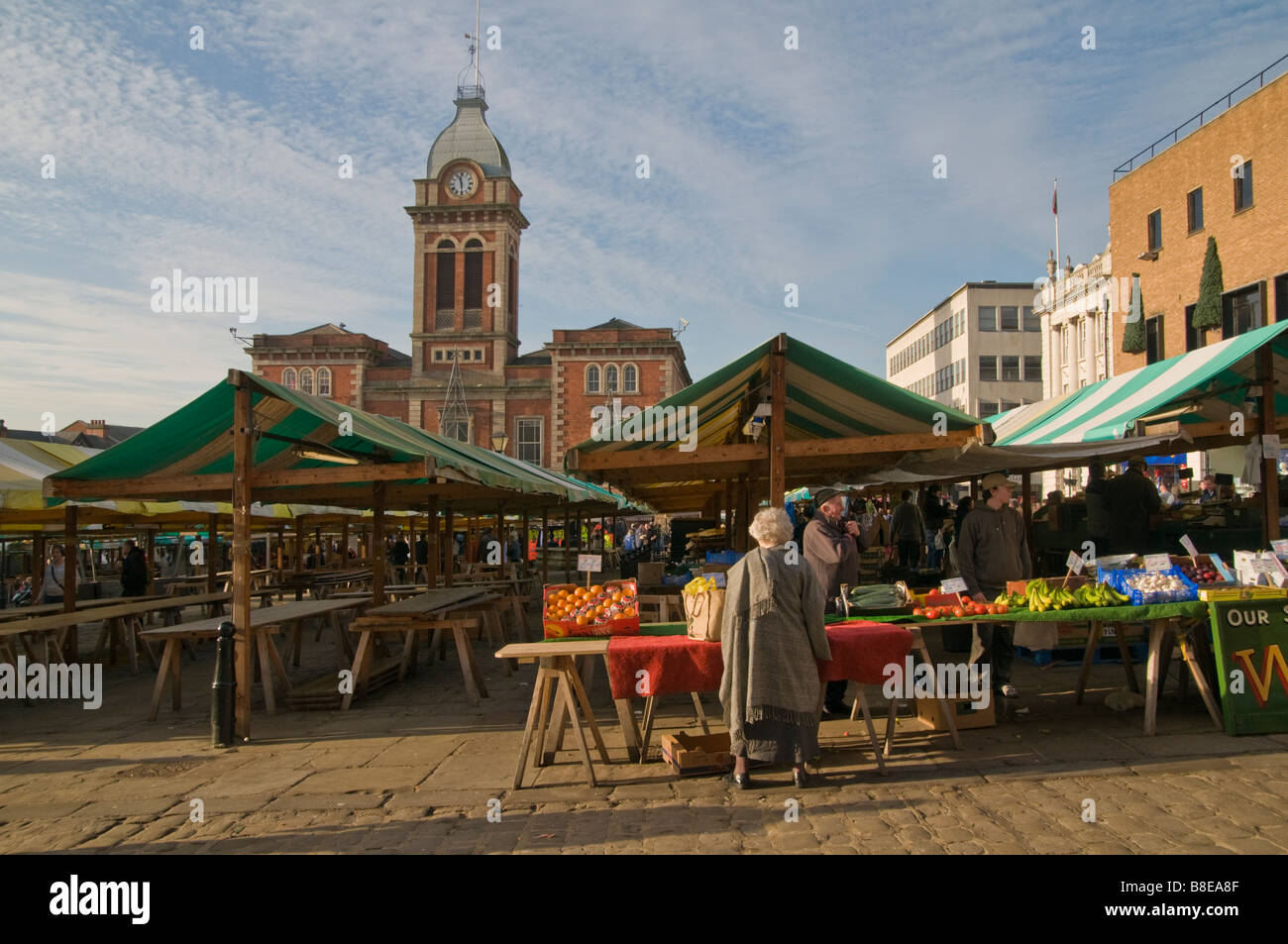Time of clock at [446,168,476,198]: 11:29
